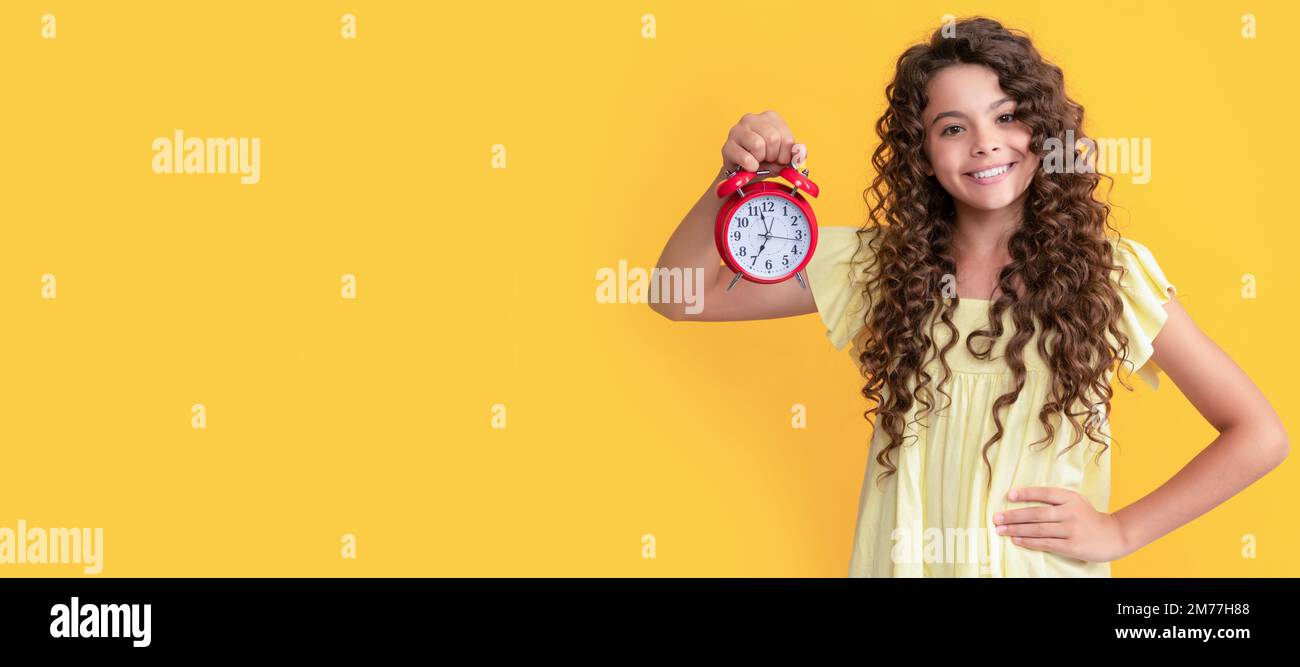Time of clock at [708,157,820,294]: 6:57
